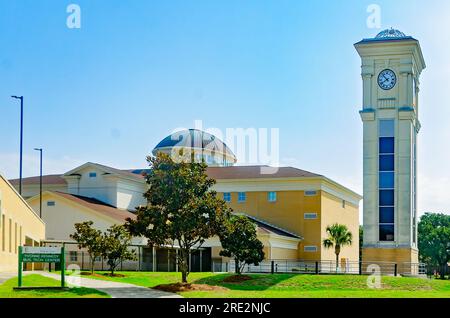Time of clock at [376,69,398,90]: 7:52
